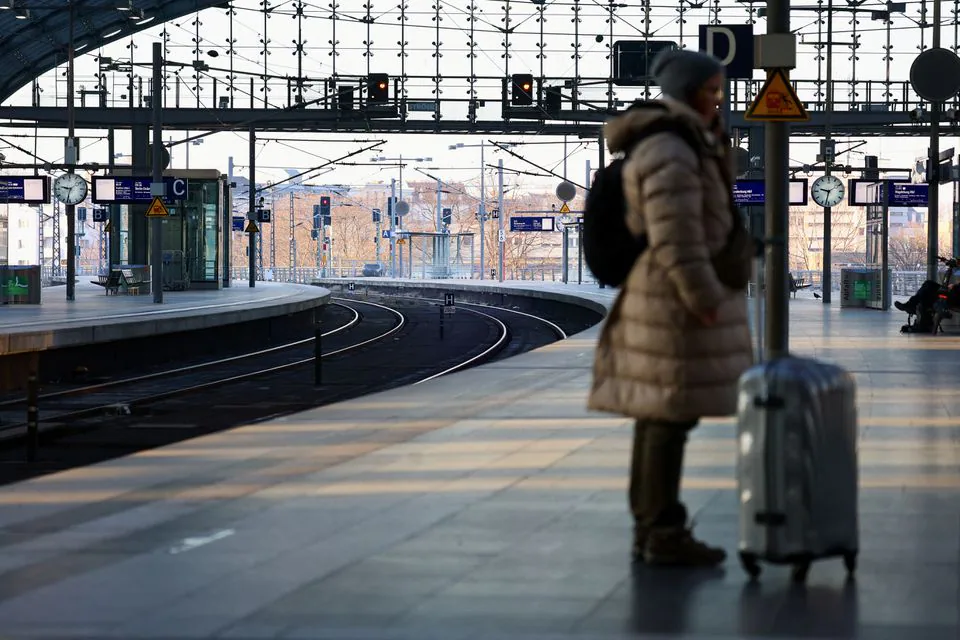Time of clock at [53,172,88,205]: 9:32
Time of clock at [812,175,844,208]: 9:32
